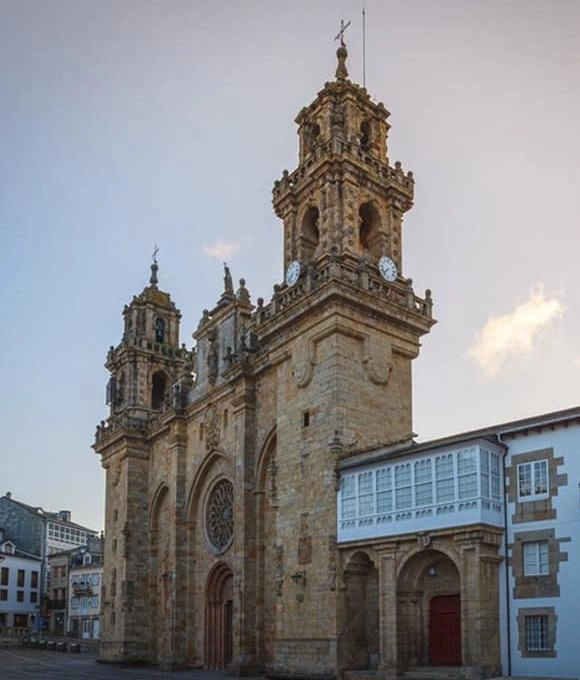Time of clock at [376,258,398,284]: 7:37
